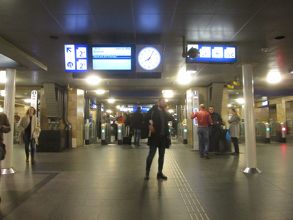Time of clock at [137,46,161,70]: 8:05
